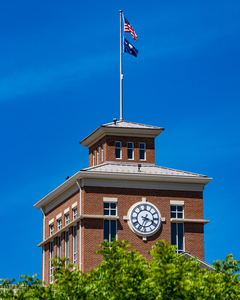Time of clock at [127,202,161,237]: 3:34
